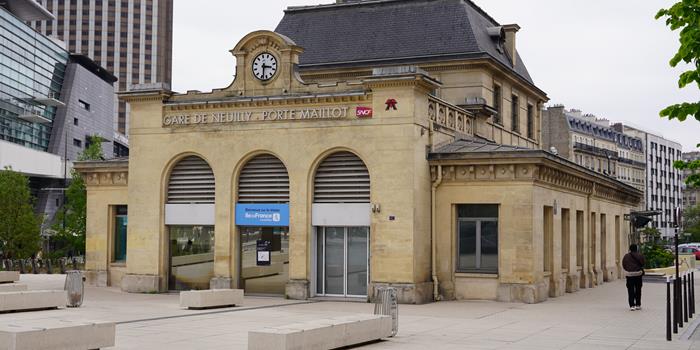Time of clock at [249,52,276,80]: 3:32
